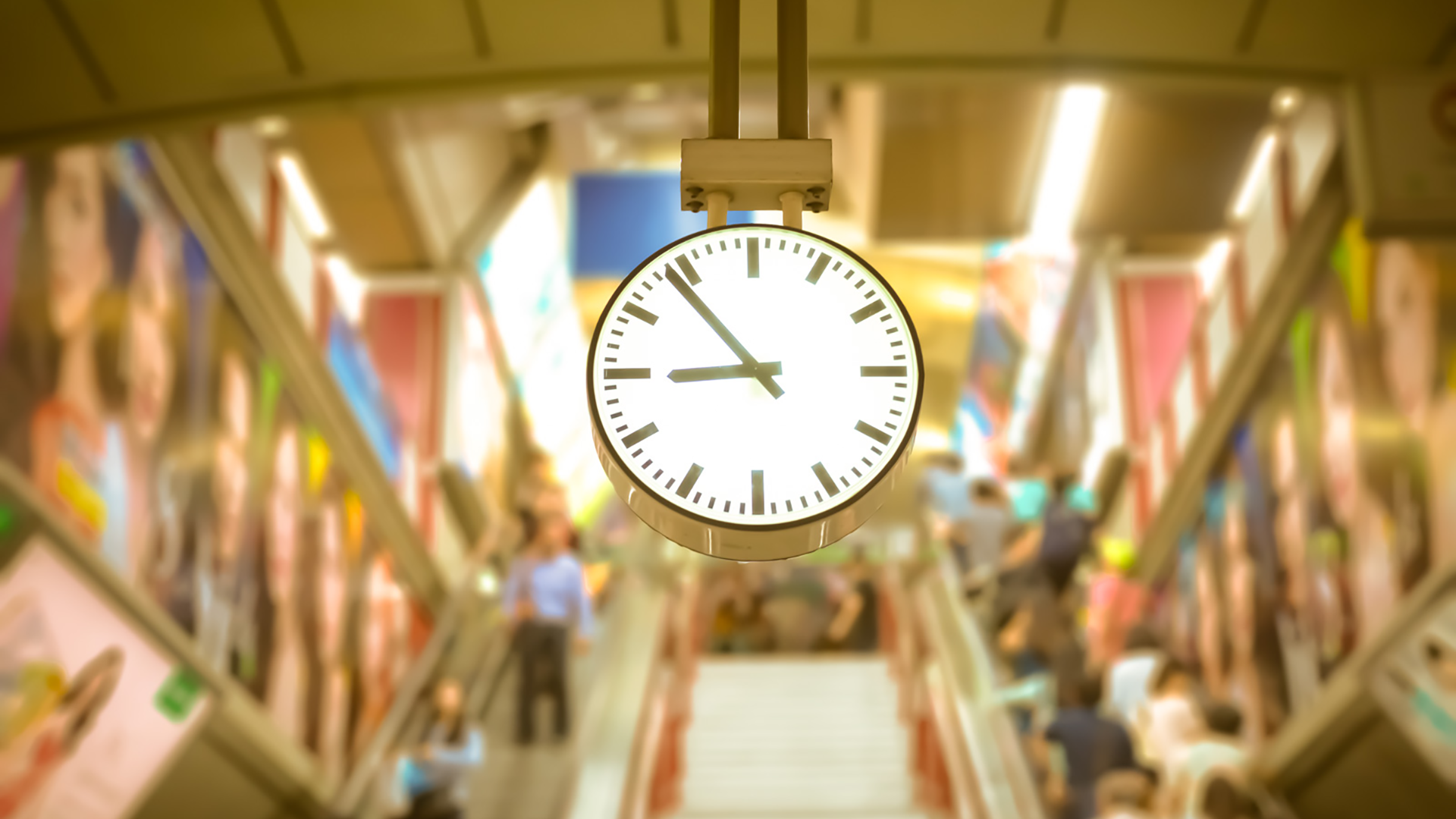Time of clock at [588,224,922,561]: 8:53
